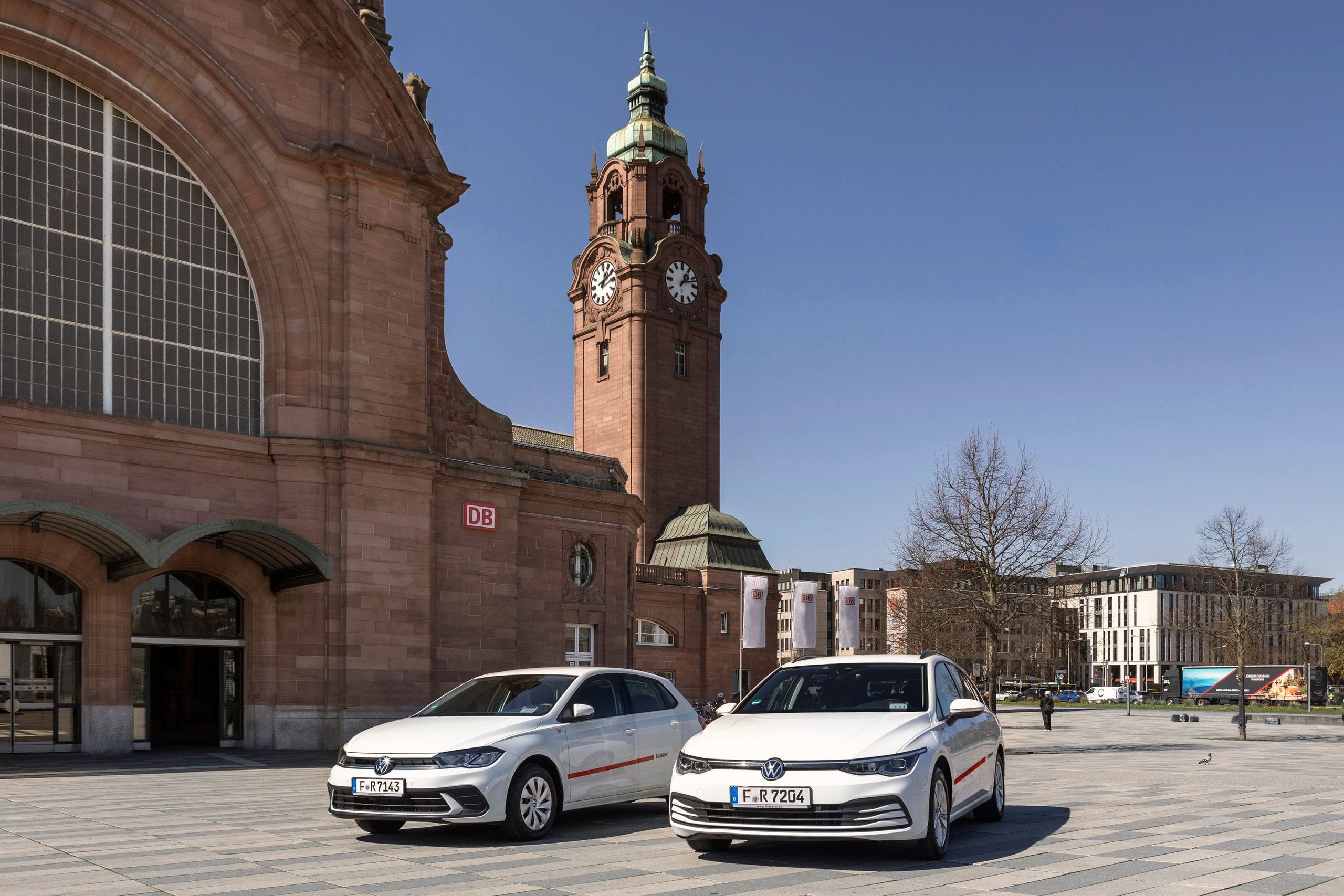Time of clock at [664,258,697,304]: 1:12
